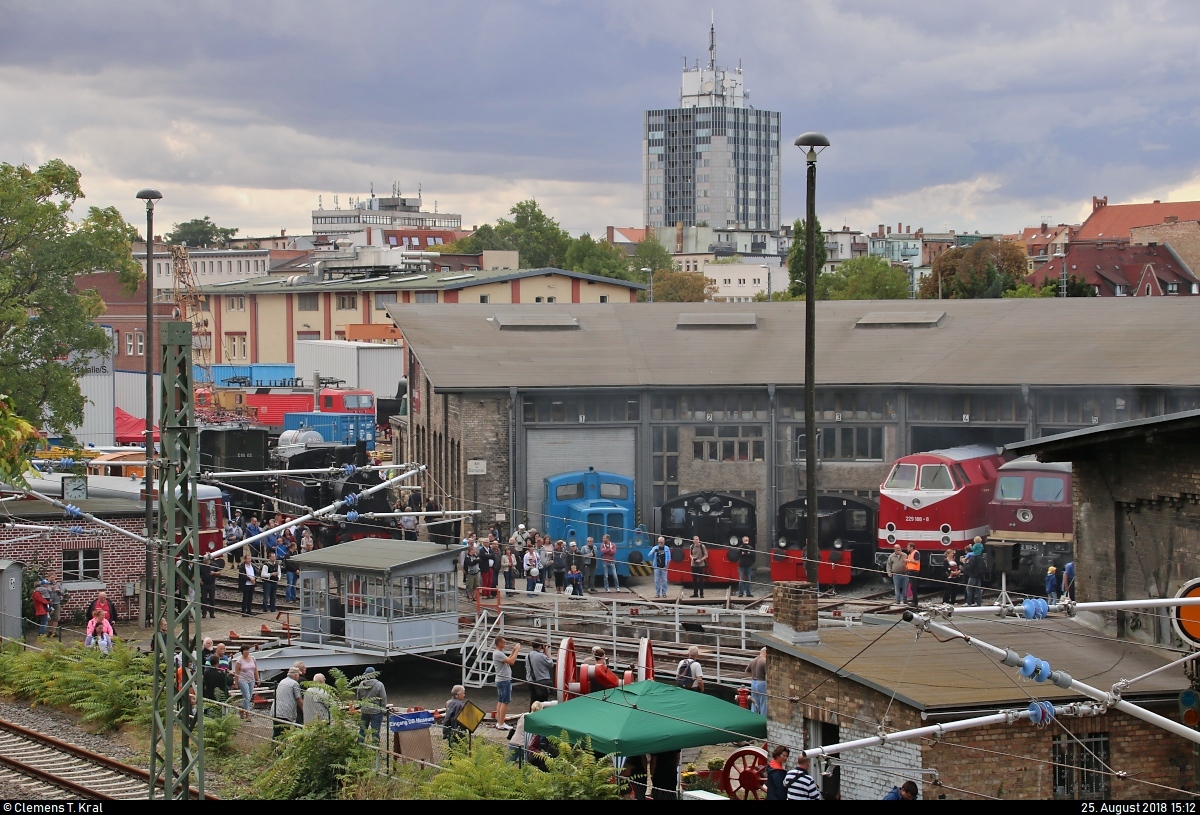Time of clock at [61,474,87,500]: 3:09
